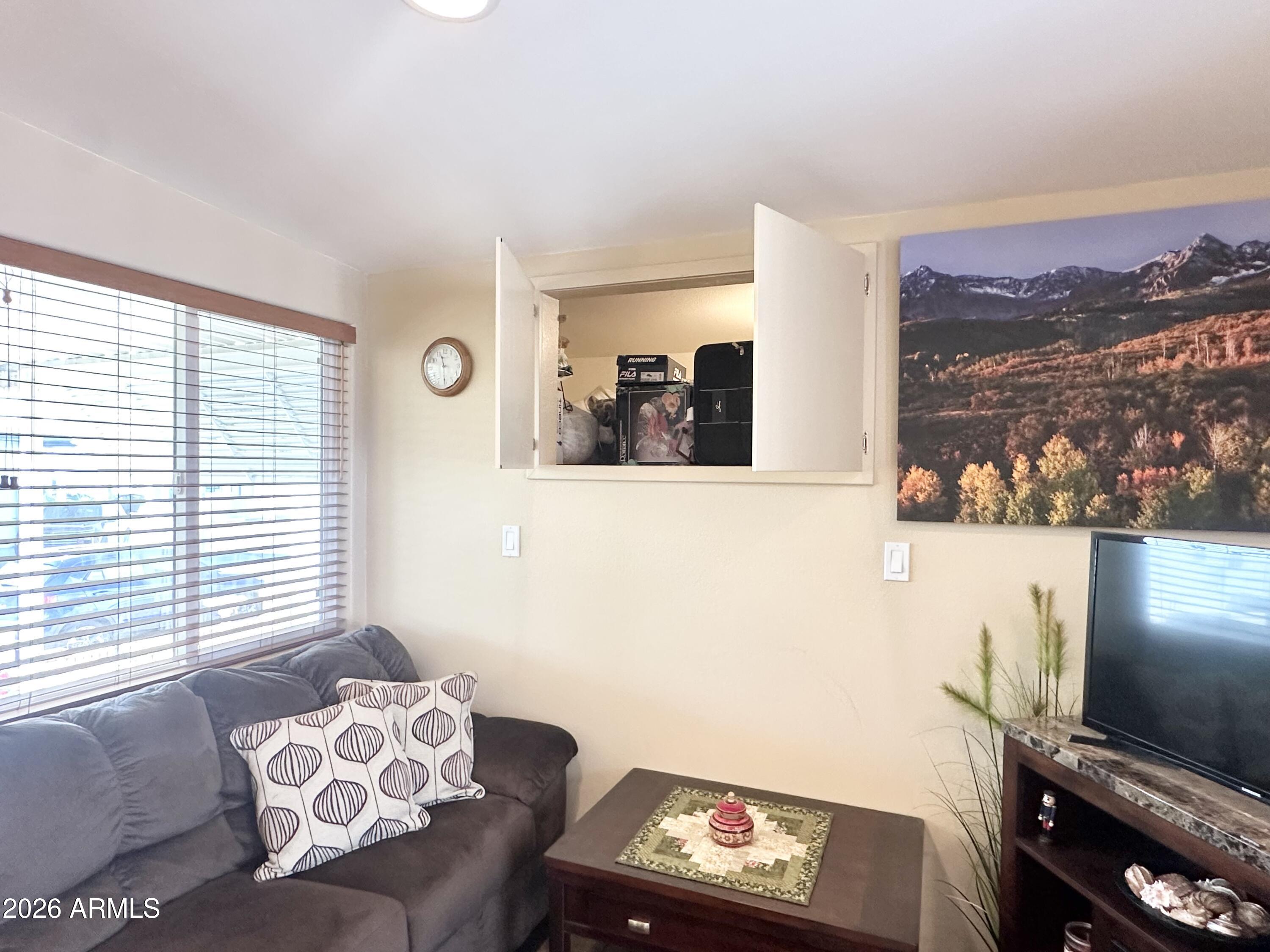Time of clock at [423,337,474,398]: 11:29
